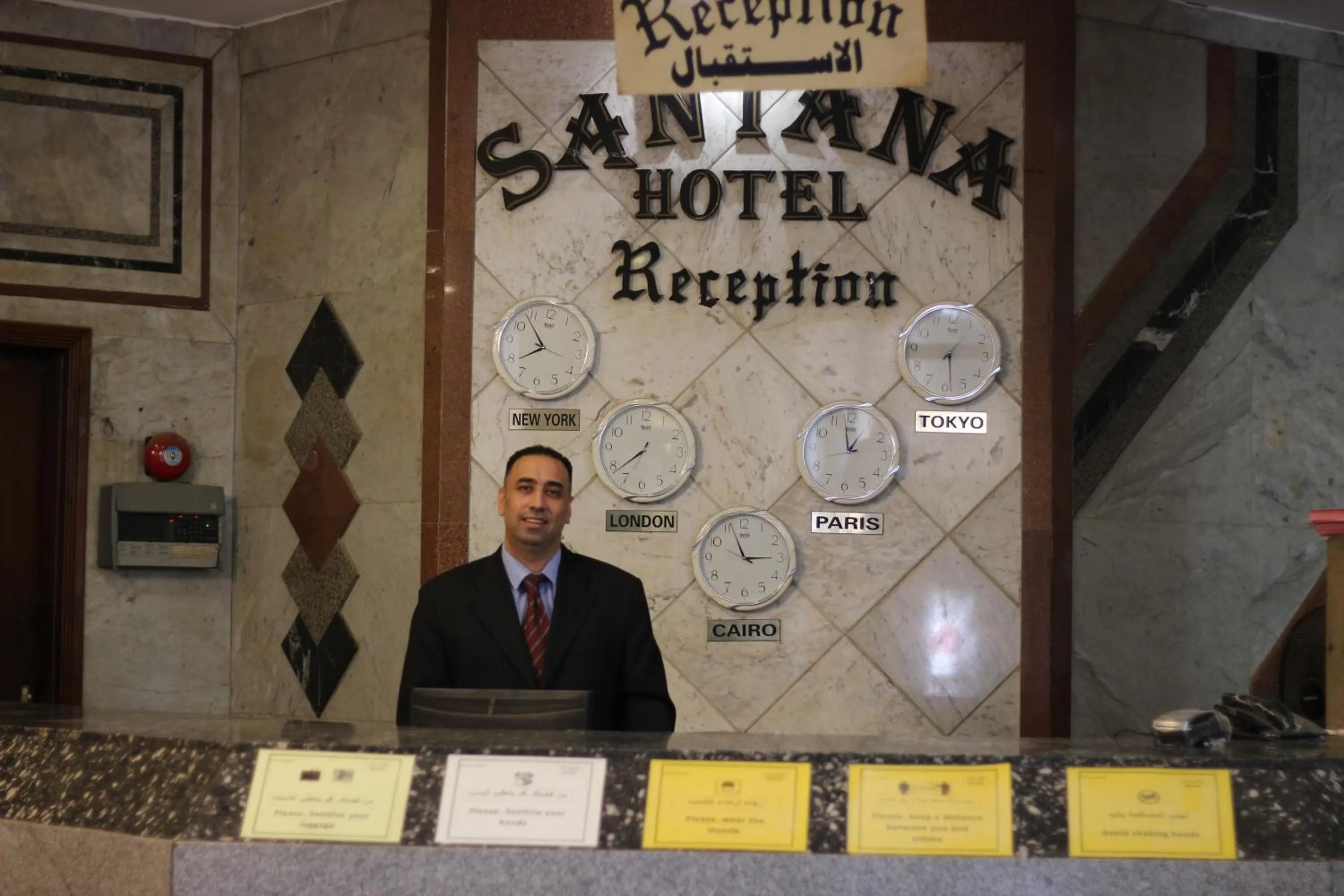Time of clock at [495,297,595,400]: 7:53
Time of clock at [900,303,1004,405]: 1:28
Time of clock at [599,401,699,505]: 7:38
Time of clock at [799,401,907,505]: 12:58
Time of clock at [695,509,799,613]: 2:56
